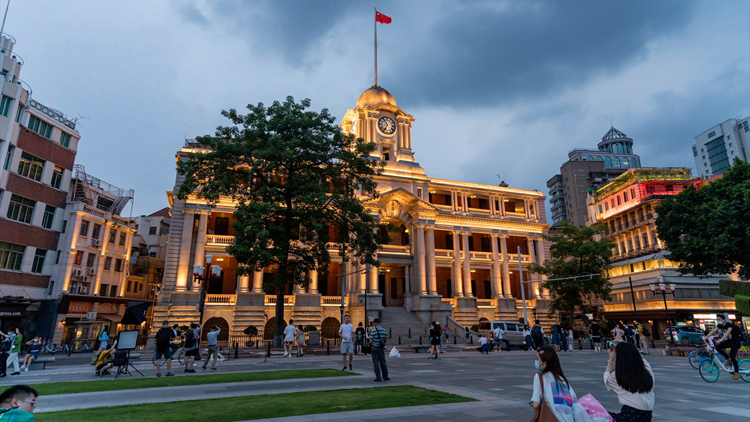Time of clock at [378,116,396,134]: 6:54
